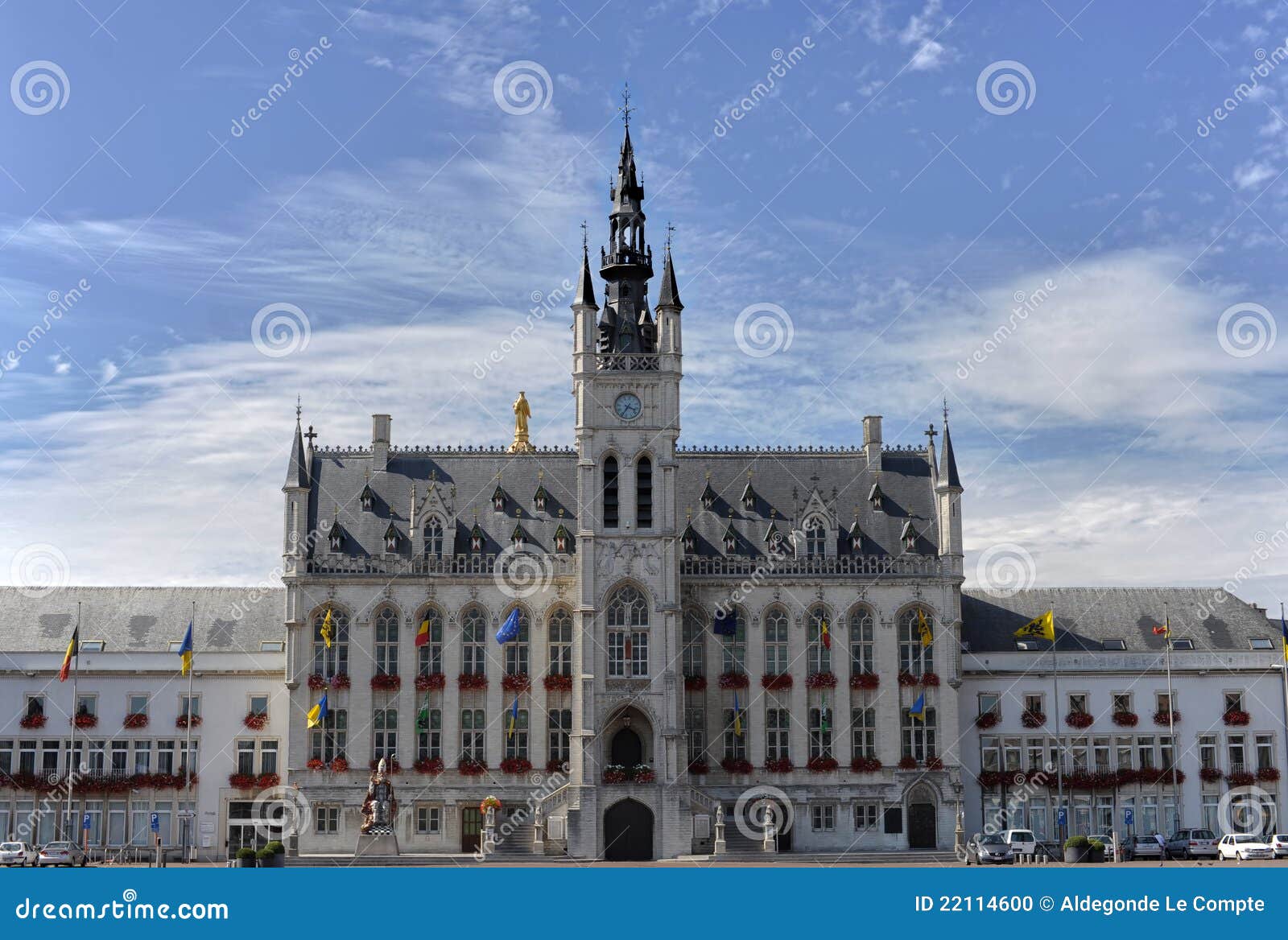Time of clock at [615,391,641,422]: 3:34
